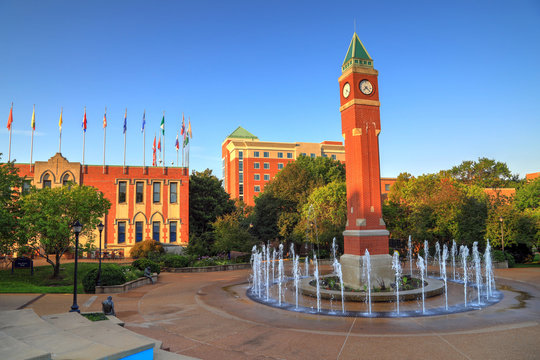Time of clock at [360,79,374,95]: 7:21
